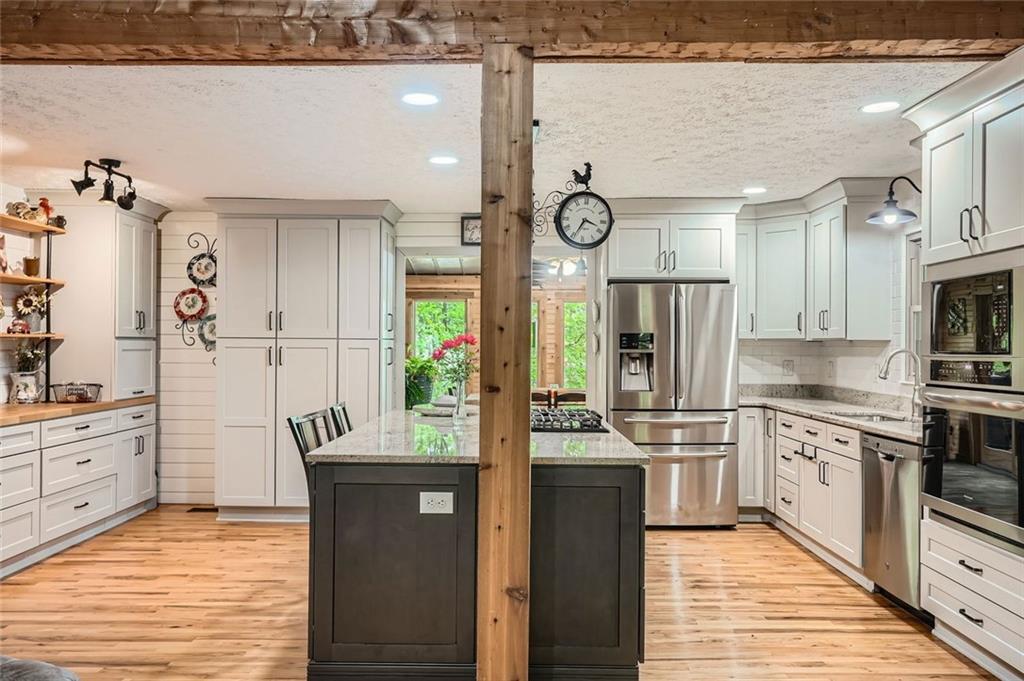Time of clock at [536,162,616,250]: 3:34
